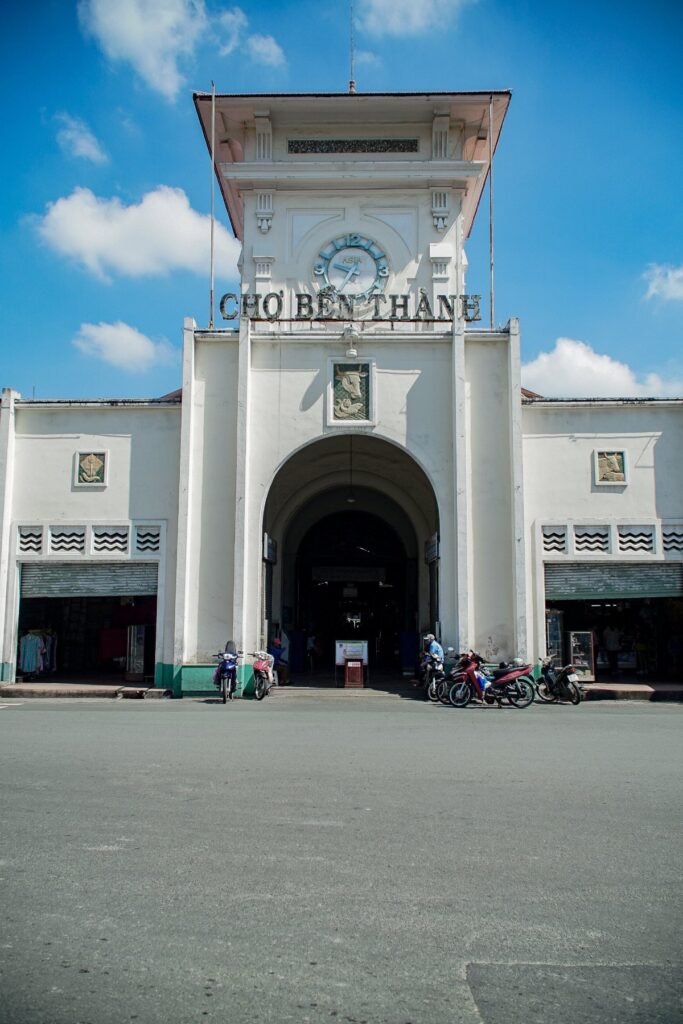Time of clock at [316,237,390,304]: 9:35
